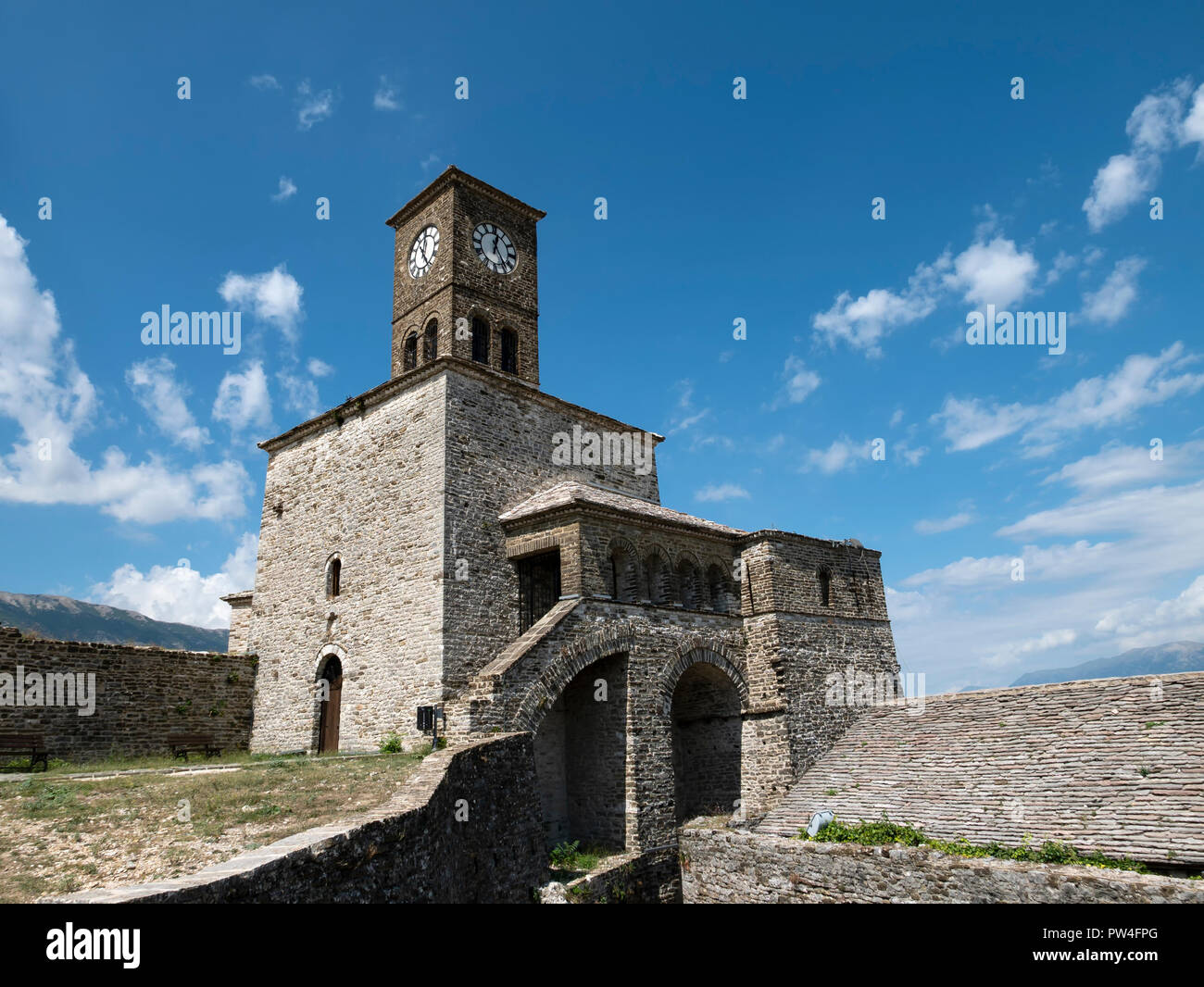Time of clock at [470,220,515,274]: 12:24
